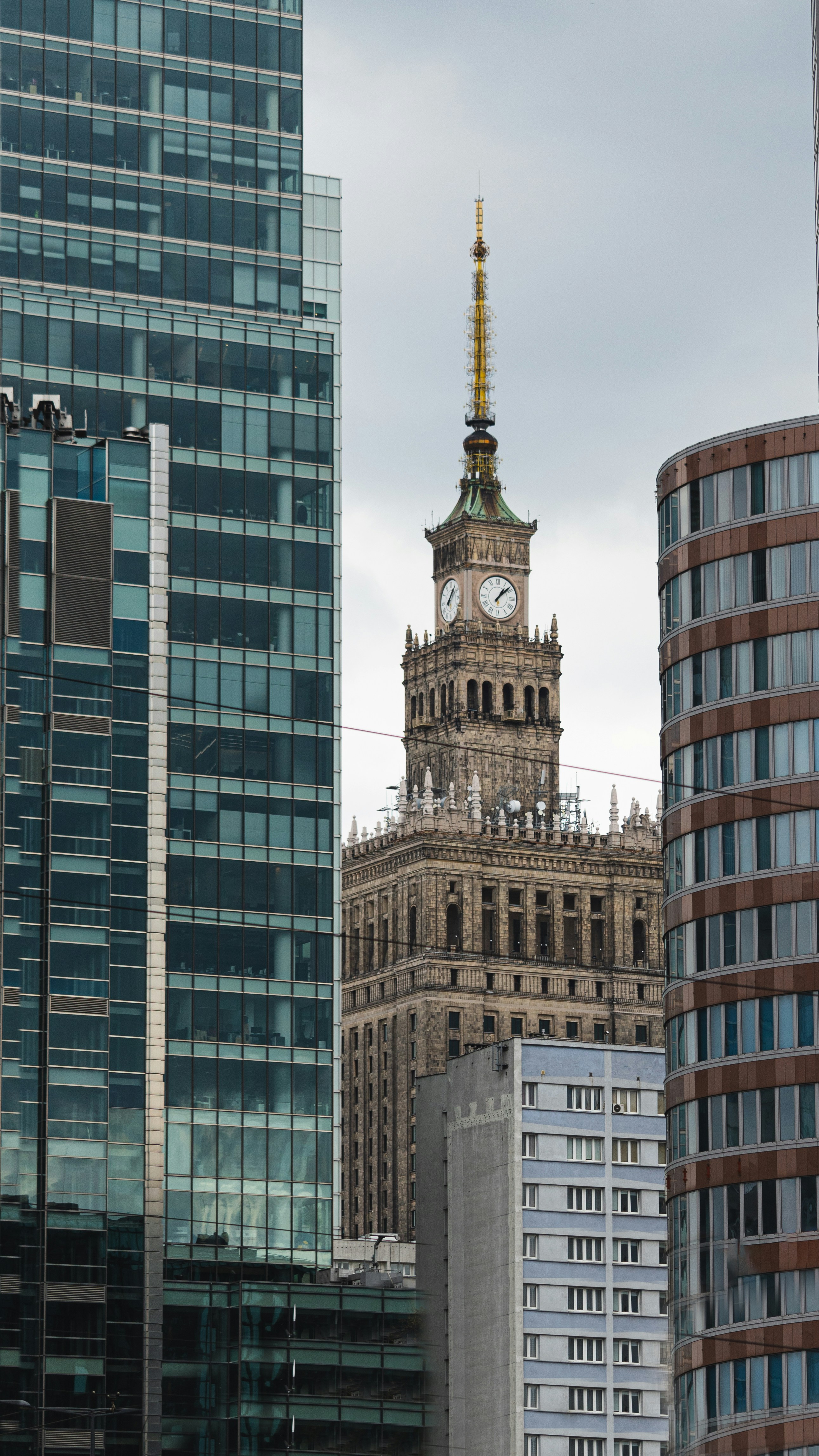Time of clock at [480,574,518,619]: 1:08
